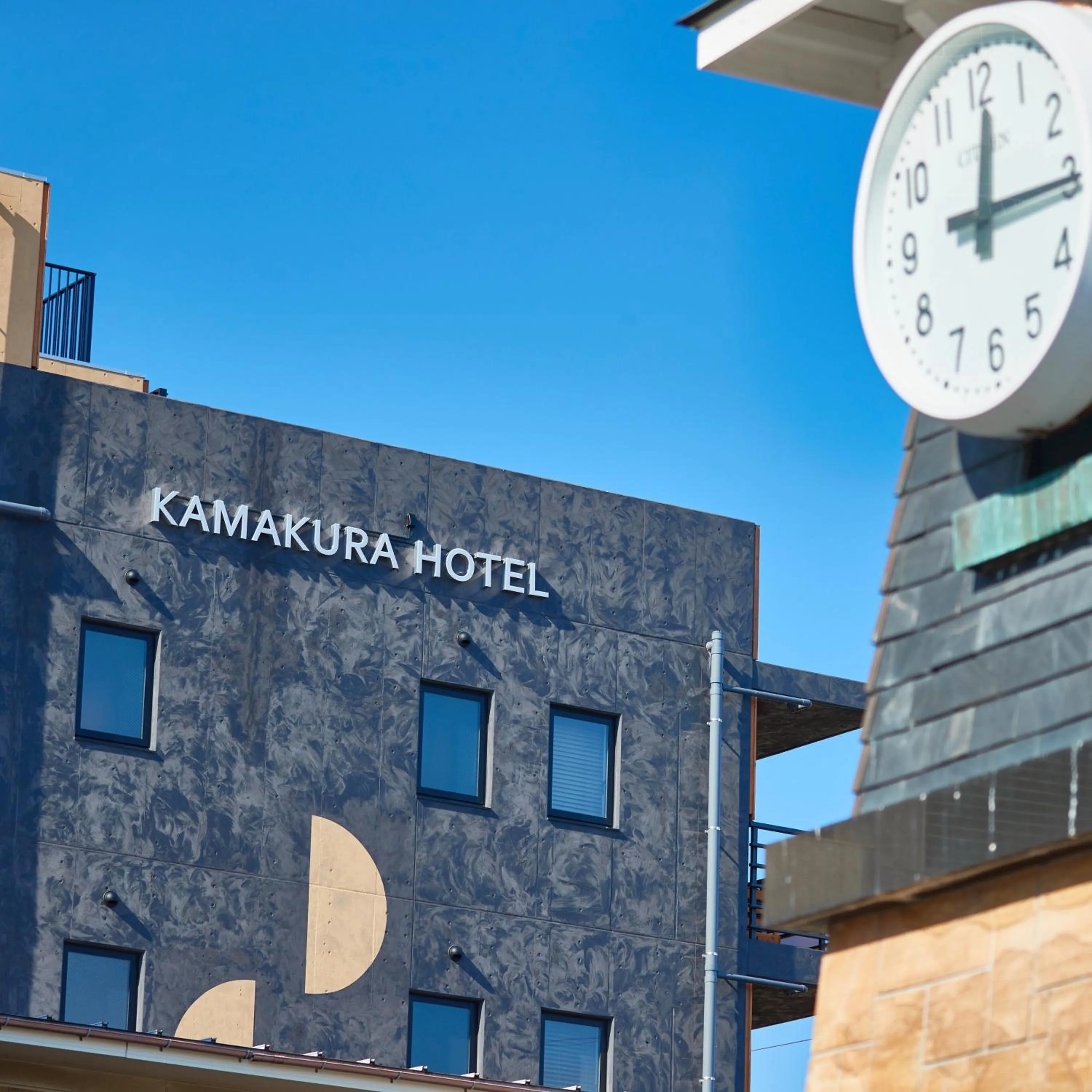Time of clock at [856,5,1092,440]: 12:15
